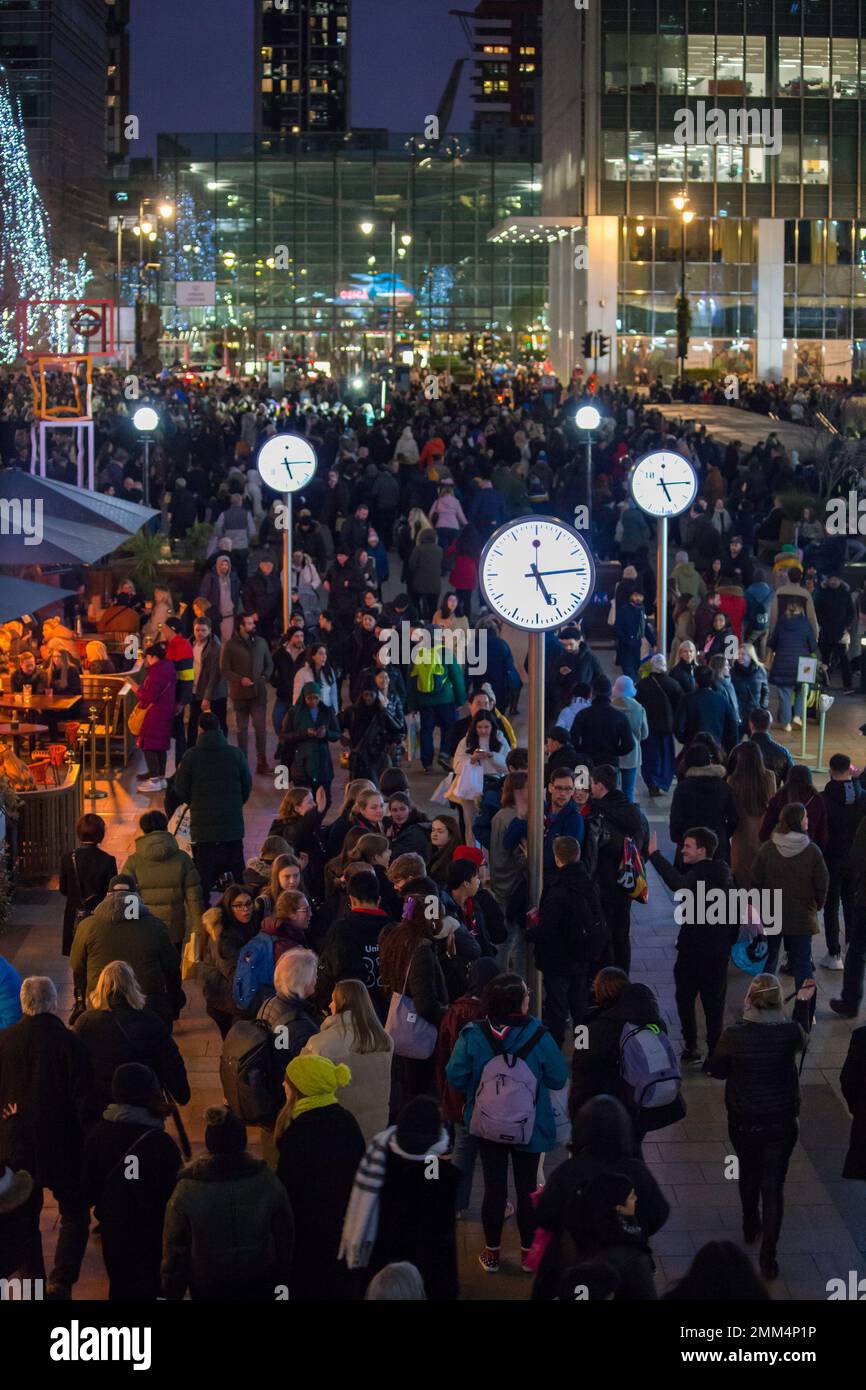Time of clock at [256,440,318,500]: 5:14
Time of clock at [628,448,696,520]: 5:14
